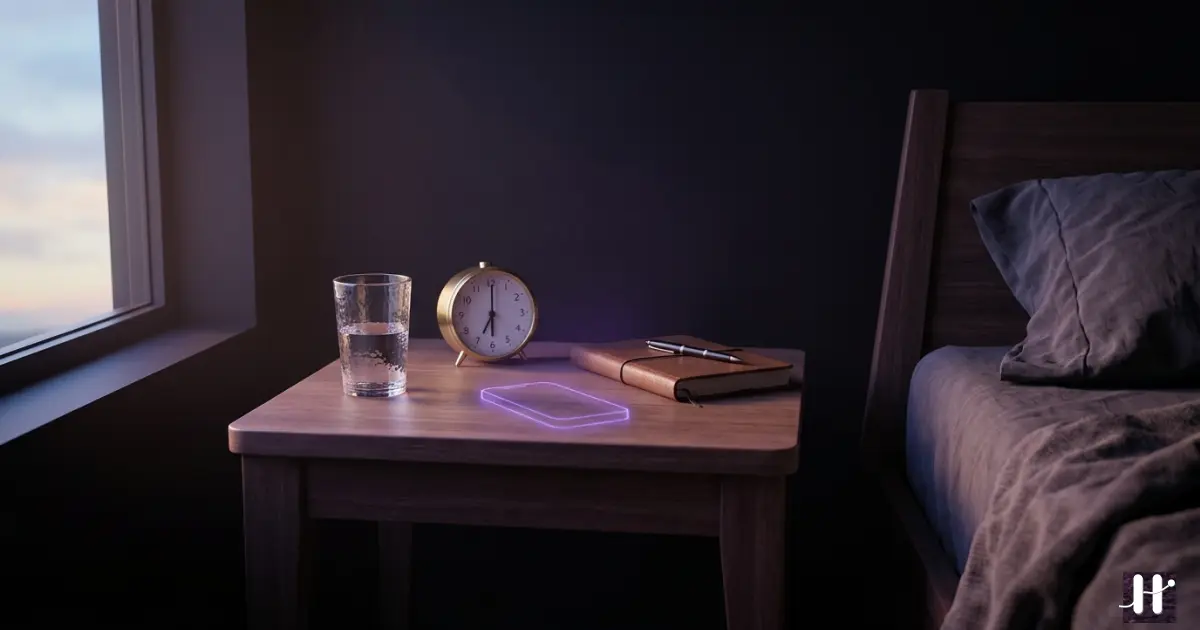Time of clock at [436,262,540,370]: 7:00
